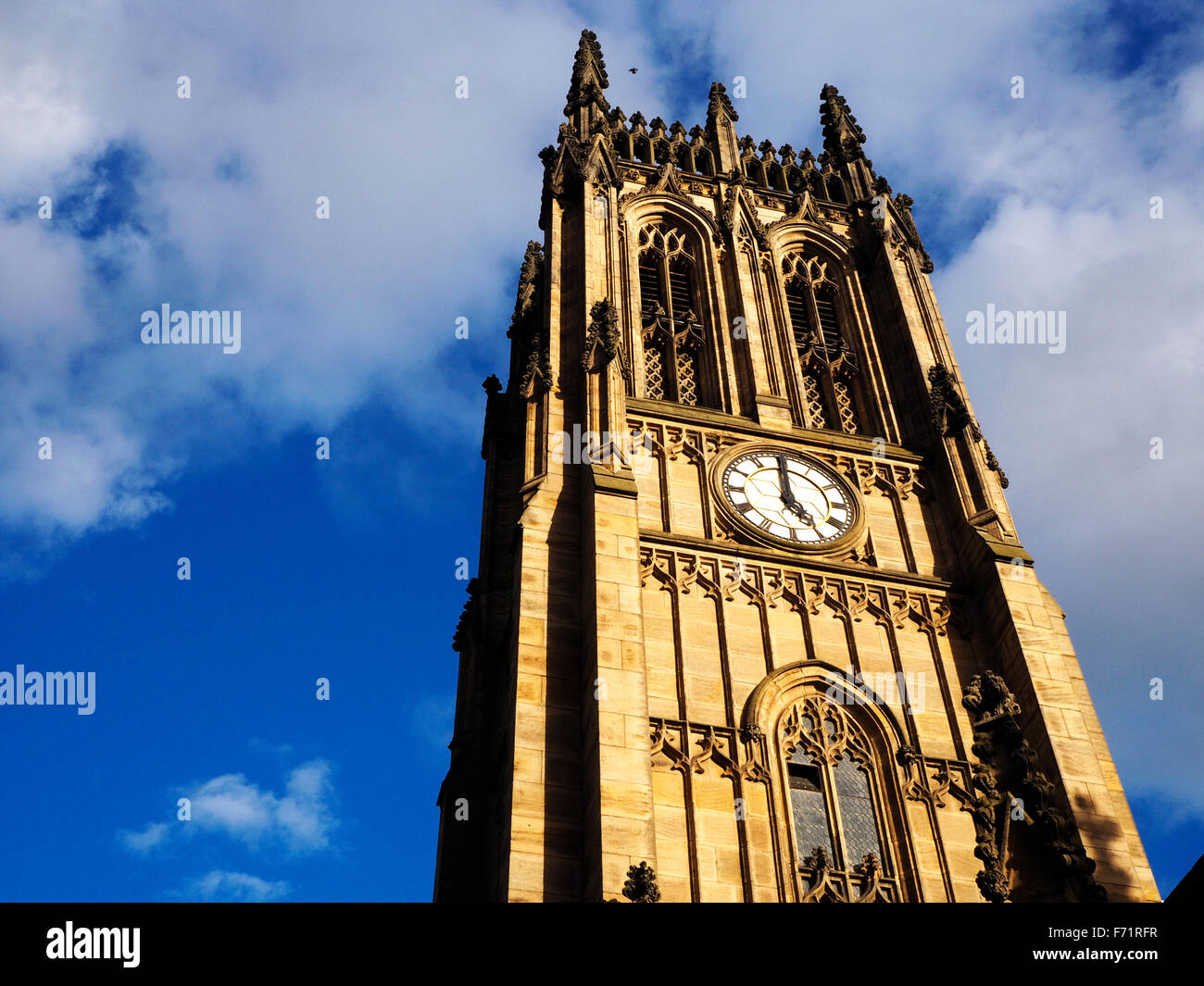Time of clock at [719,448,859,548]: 4:59
